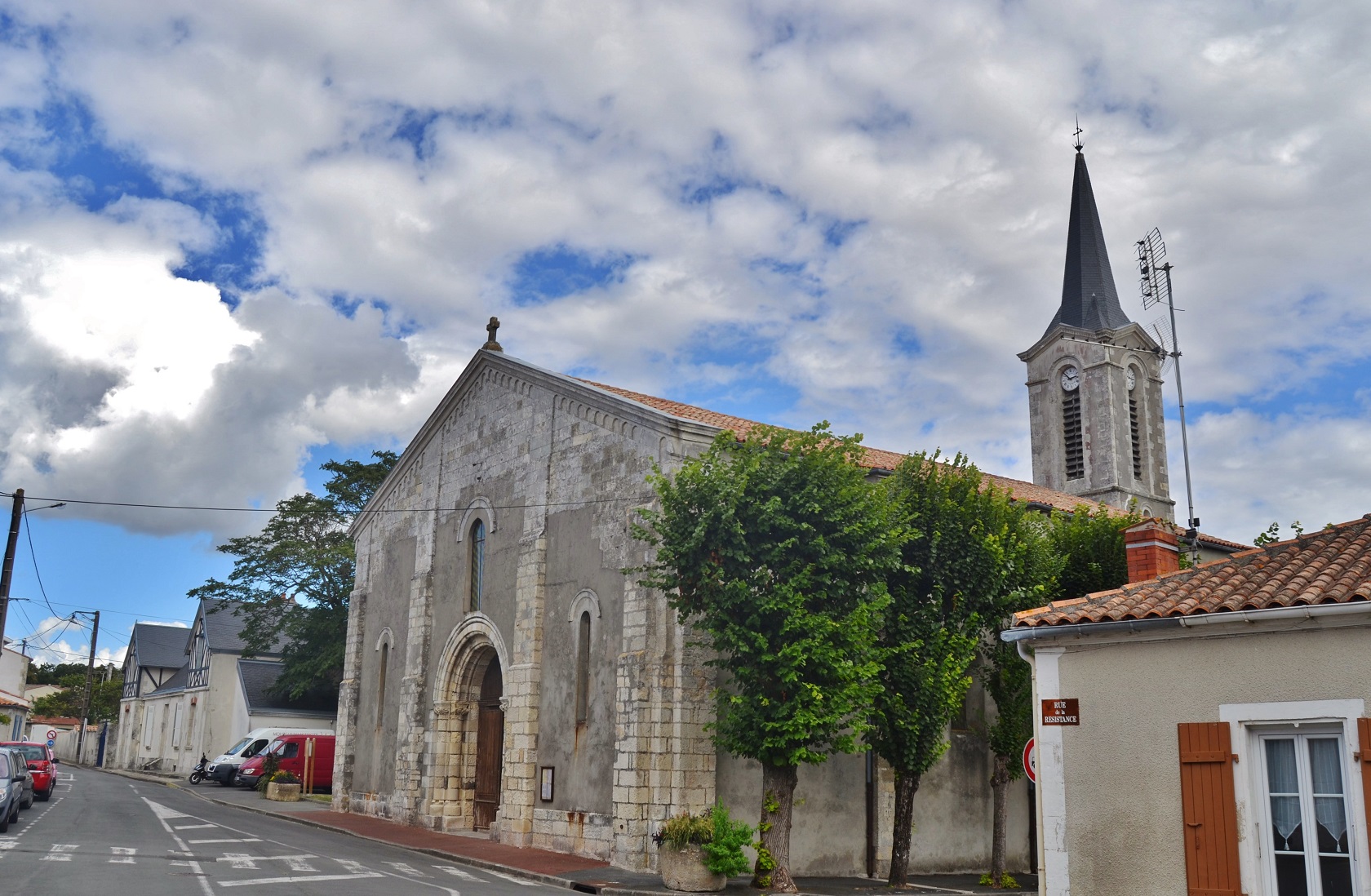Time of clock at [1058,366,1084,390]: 2:52
